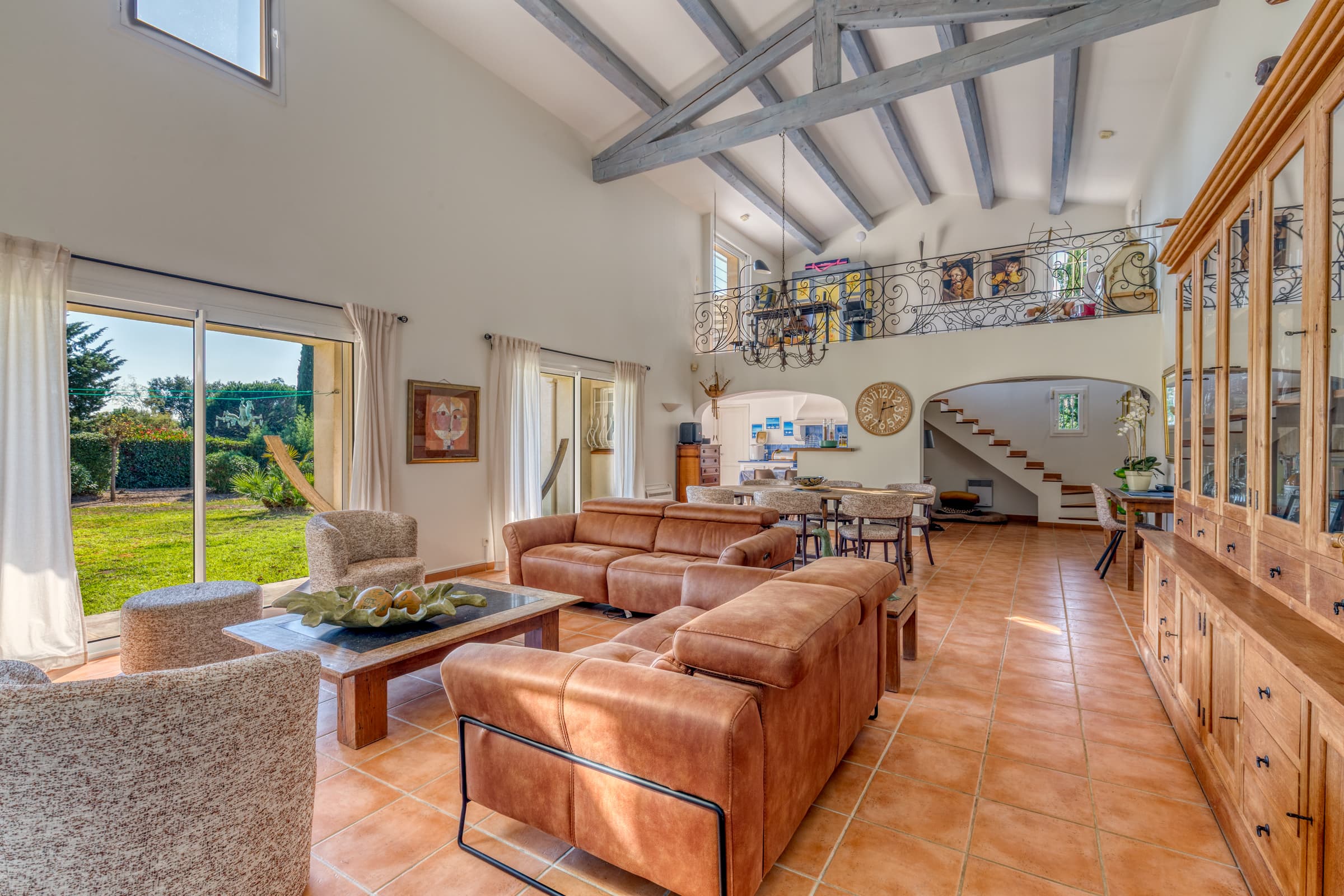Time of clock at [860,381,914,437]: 2:32
